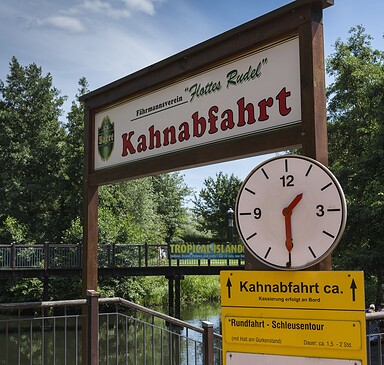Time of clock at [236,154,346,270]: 1:29
